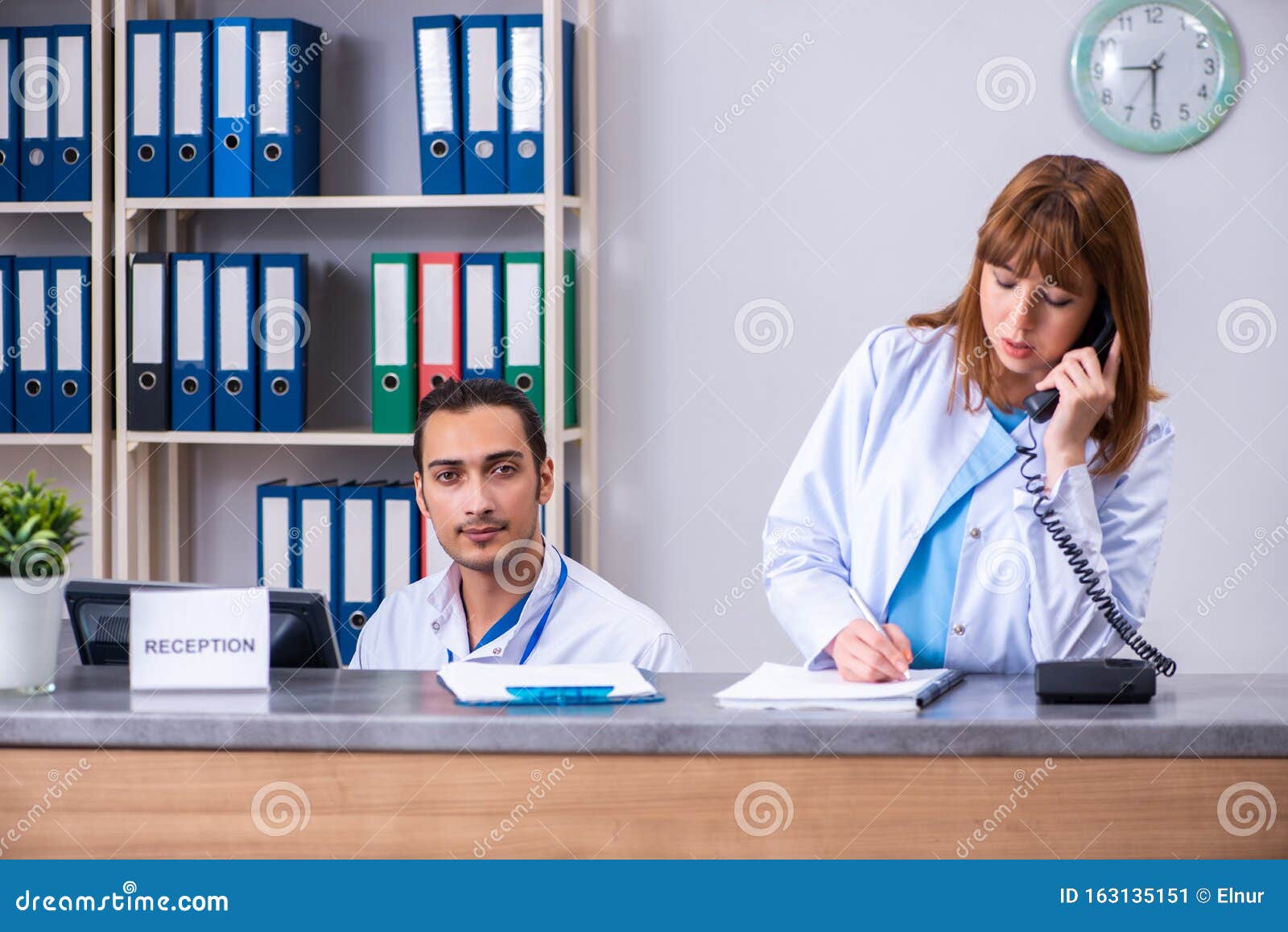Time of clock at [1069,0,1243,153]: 8:30
